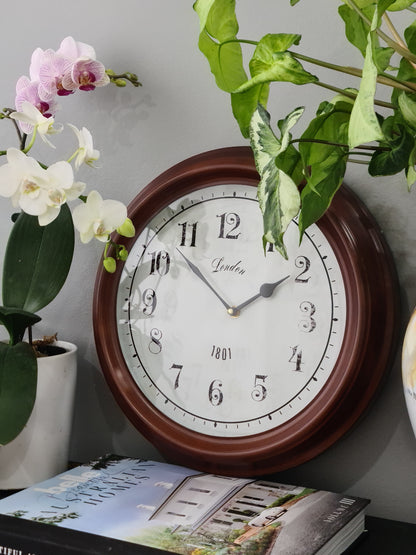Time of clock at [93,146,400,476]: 1:52
